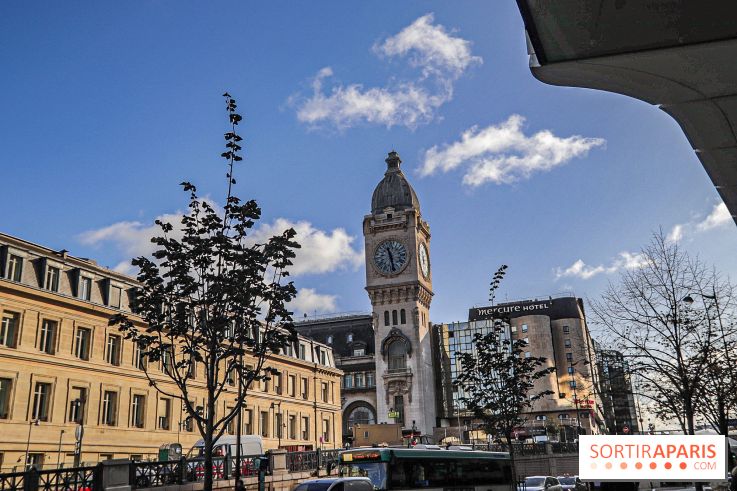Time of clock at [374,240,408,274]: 11:28
